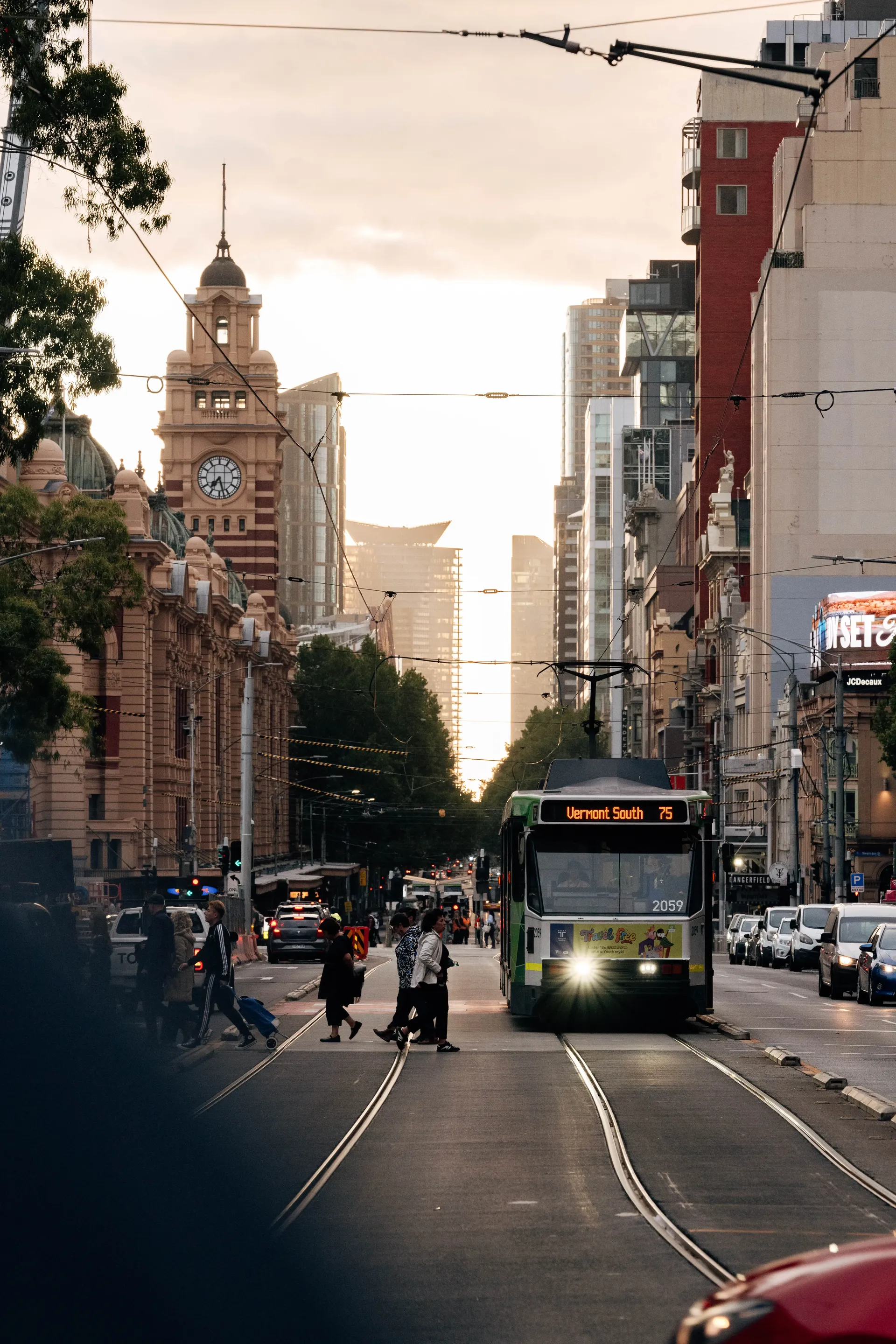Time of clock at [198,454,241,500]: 7:27
